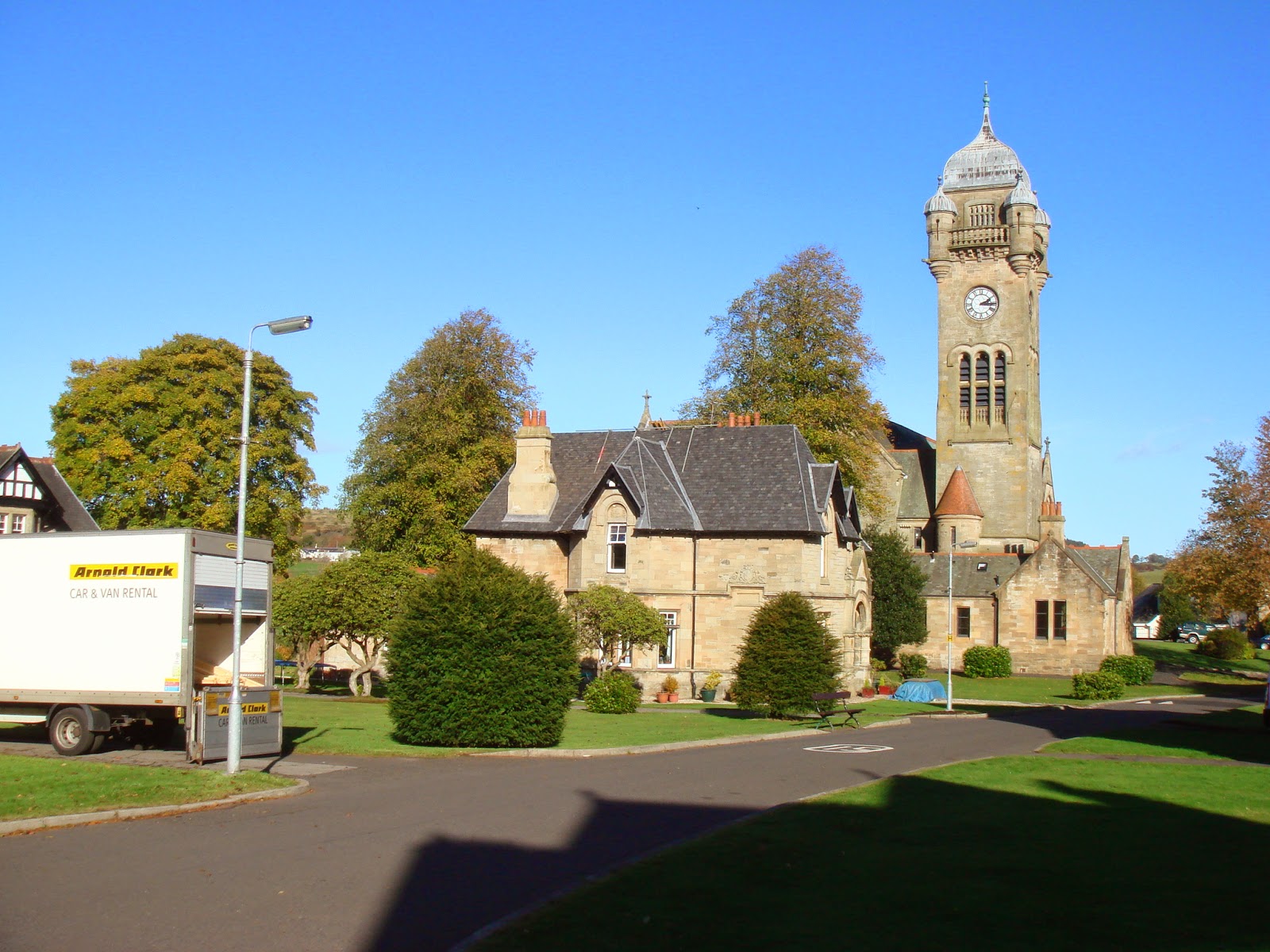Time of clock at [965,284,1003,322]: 2:15
